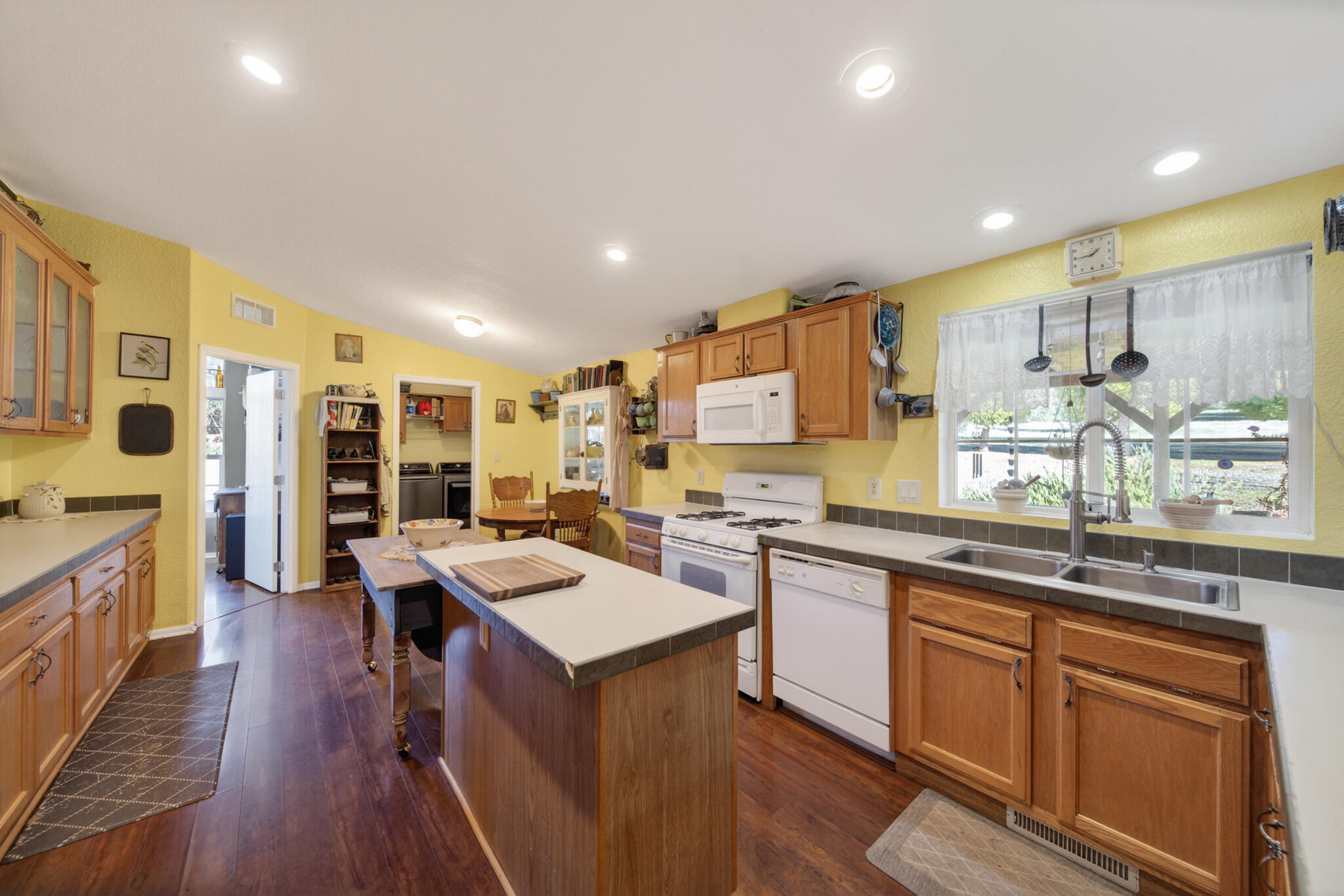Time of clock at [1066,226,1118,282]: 1:45
